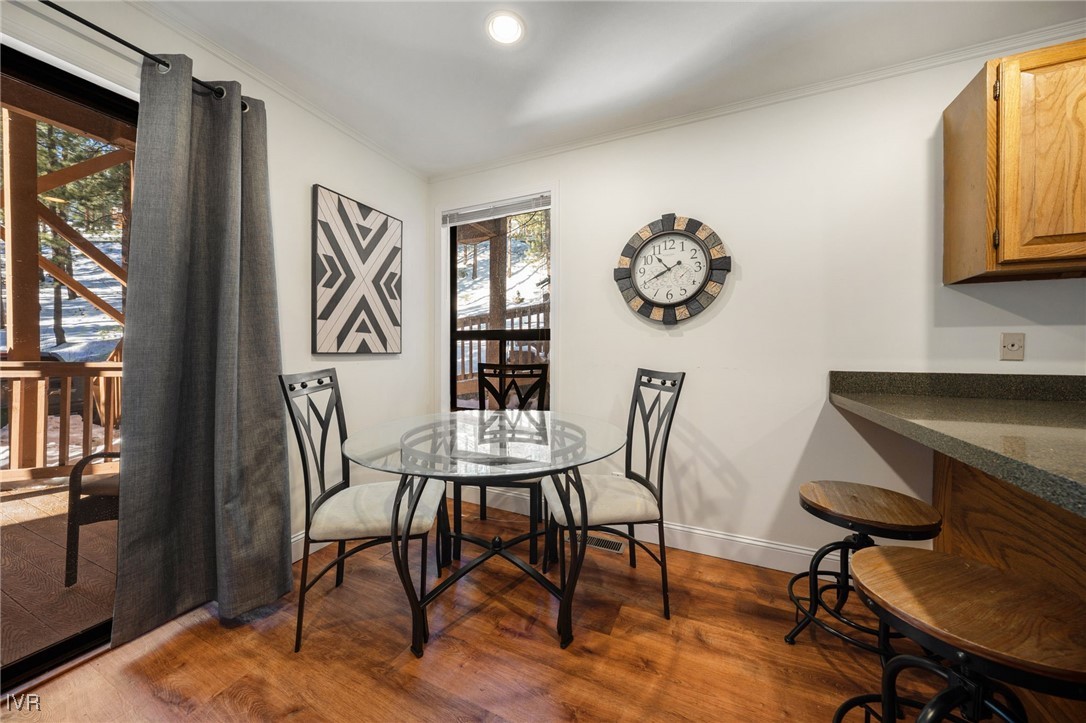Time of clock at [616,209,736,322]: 10:41
